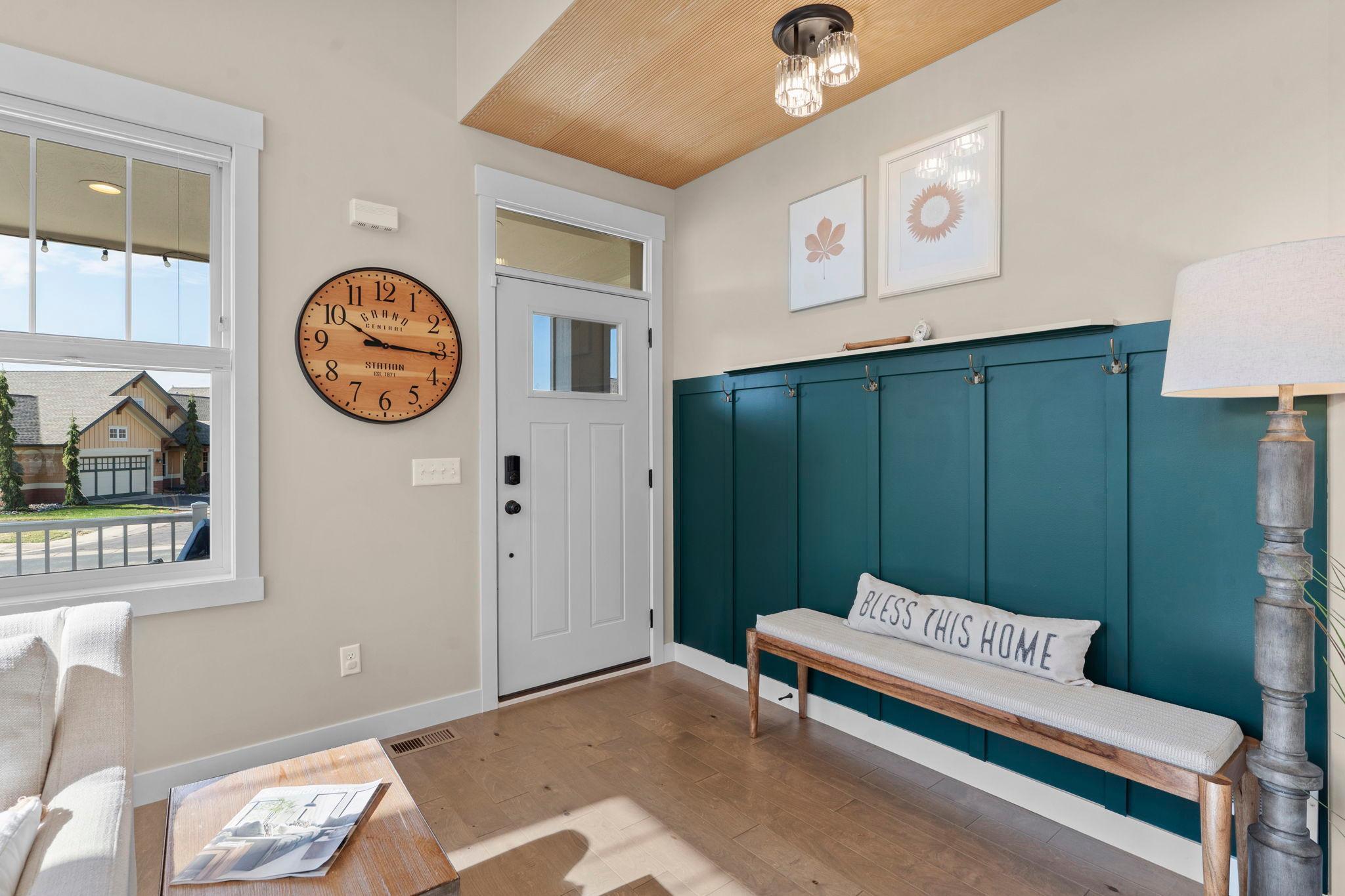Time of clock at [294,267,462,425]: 10:15
